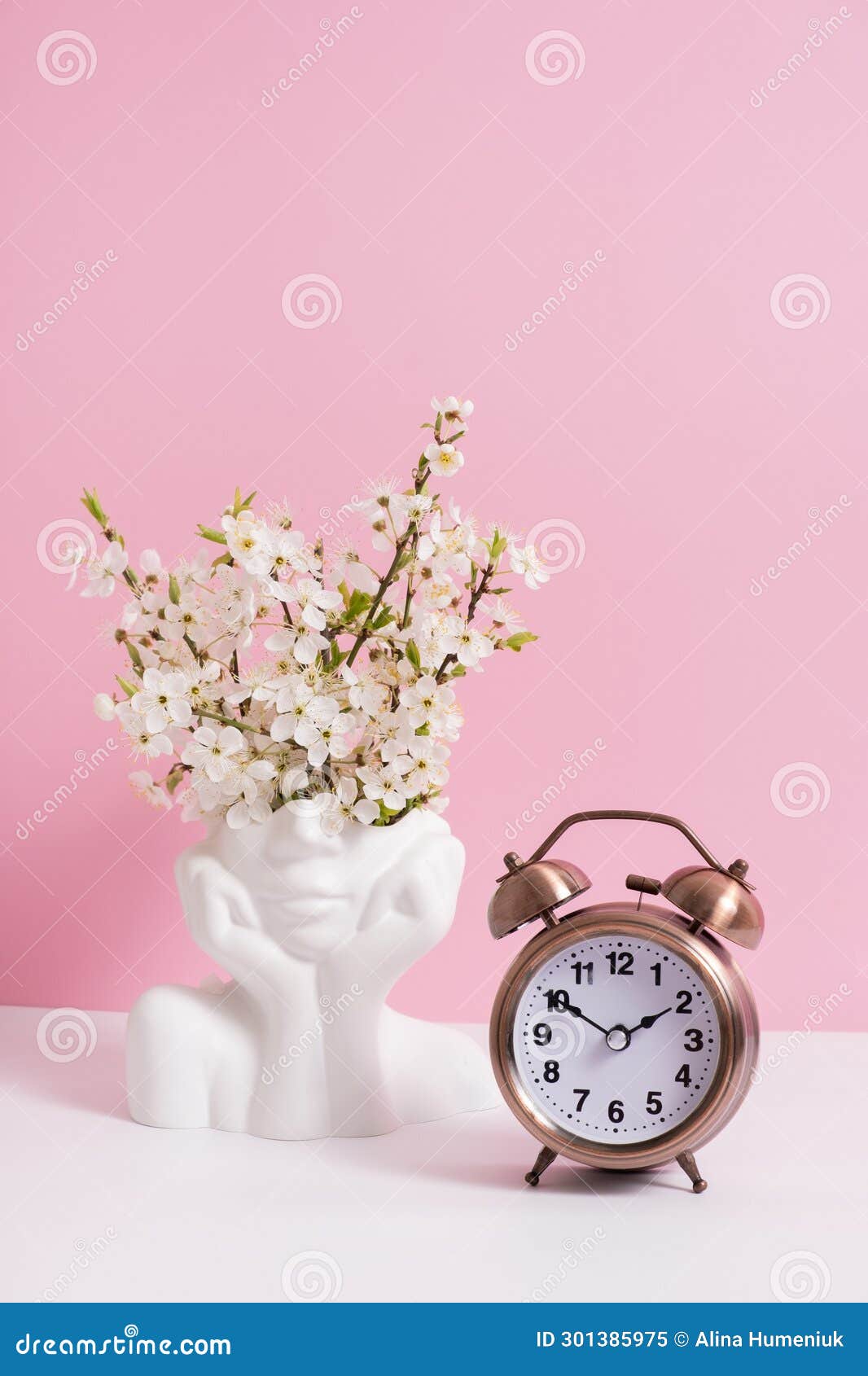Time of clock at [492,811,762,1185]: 1:50
